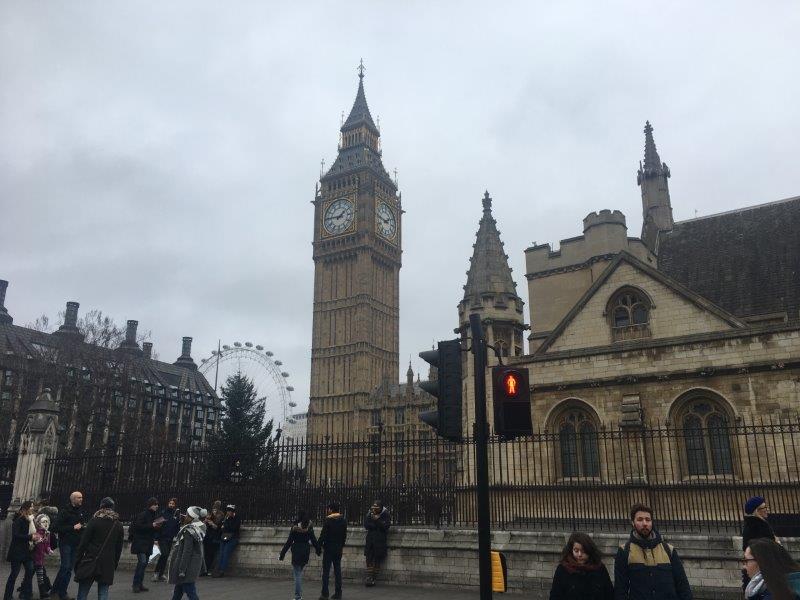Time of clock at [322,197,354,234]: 1:45
